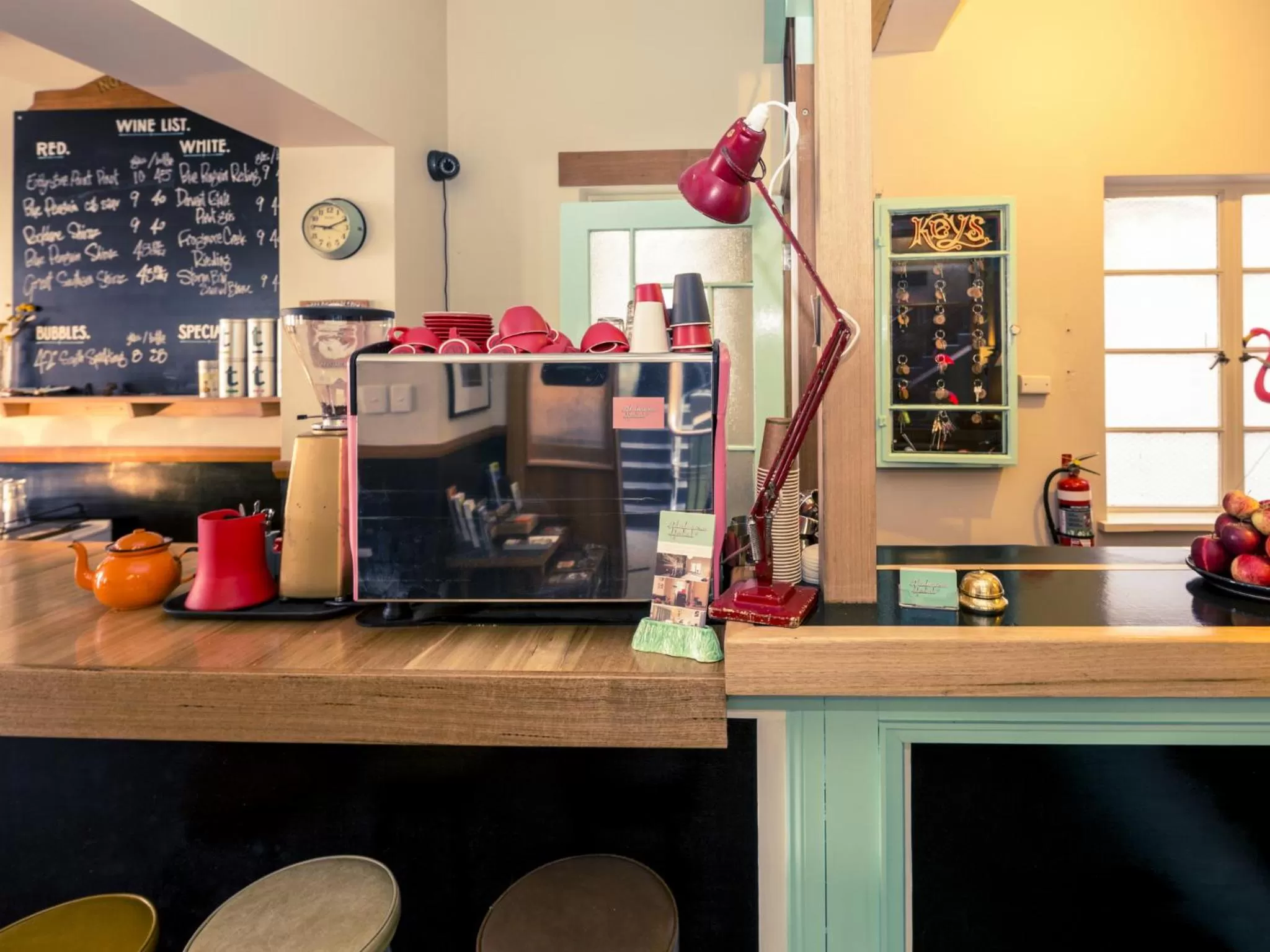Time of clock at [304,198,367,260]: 9:11
